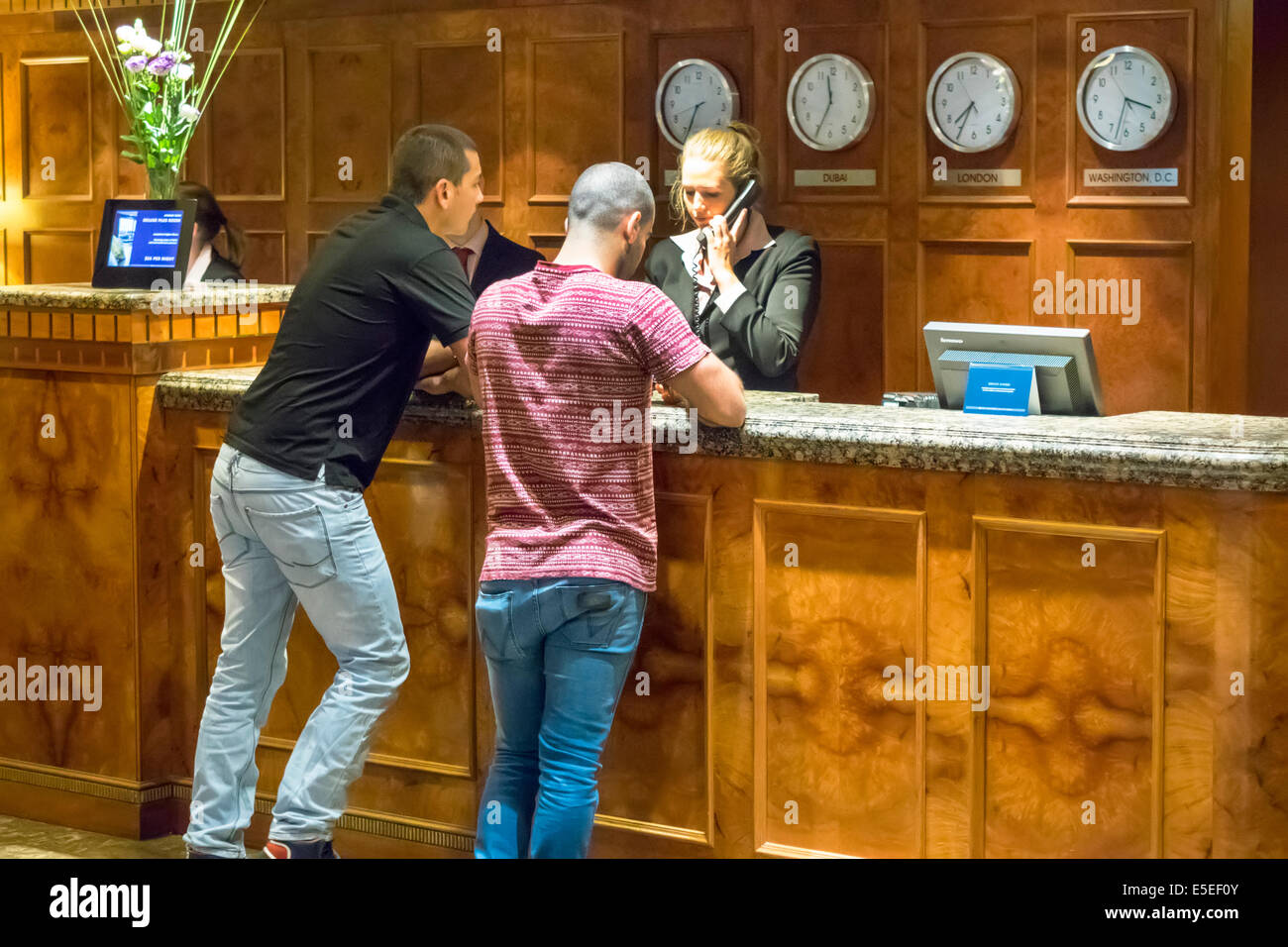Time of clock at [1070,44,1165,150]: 3:32
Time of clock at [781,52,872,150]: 11:34
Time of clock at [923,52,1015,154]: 7:34
